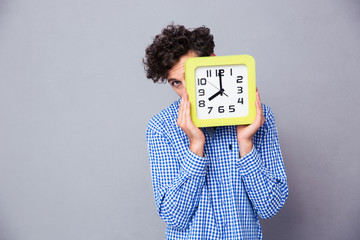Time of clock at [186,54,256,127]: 7:59
